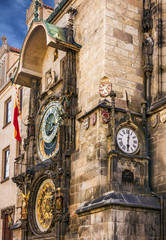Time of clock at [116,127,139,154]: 6:01
